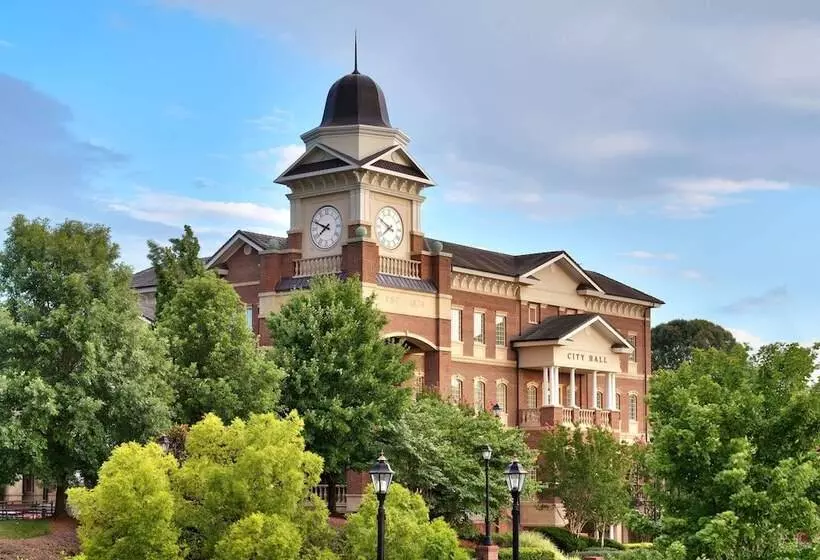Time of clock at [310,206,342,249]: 7:49
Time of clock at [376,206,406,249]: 7:49
